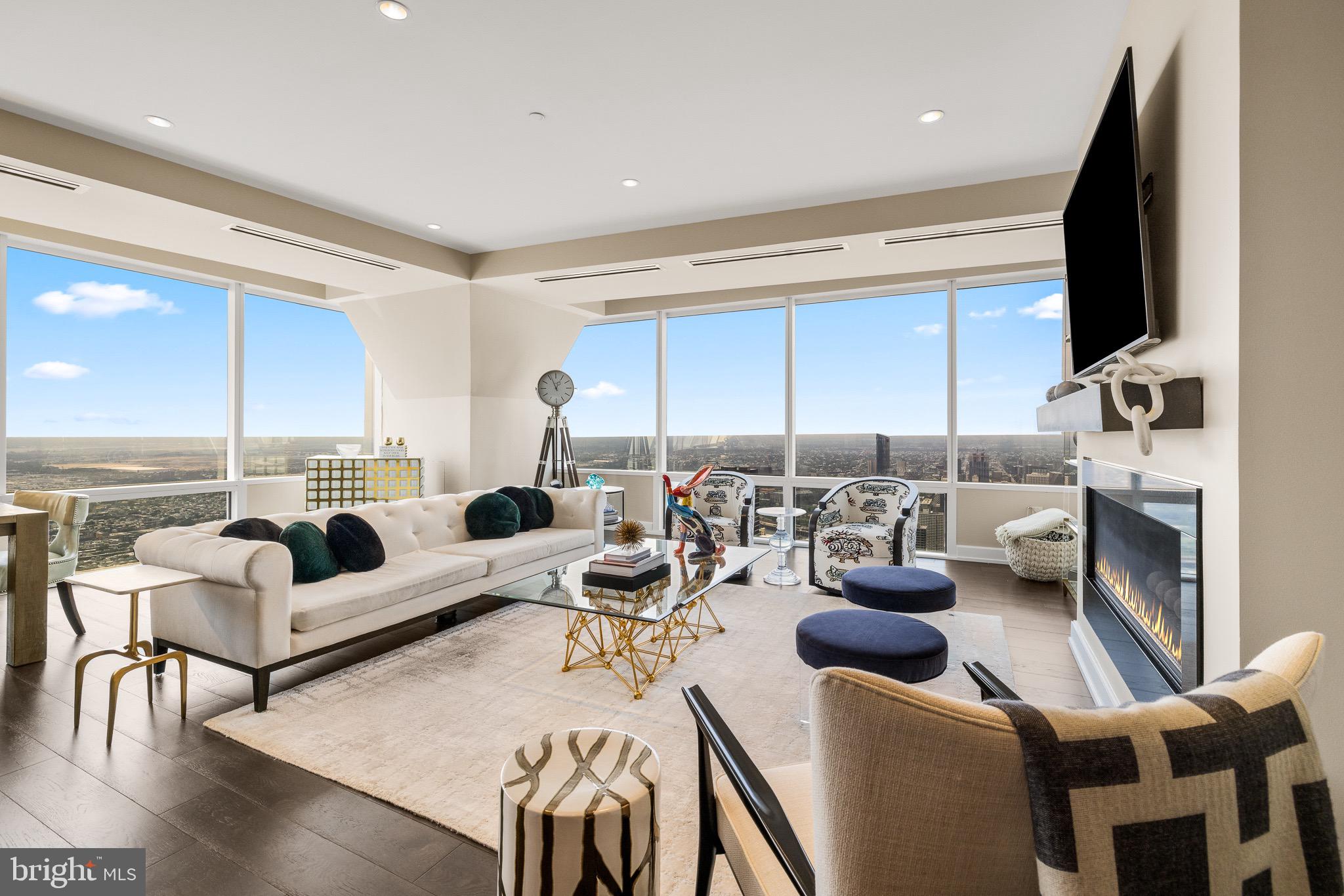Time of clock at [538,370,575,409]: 12:56
